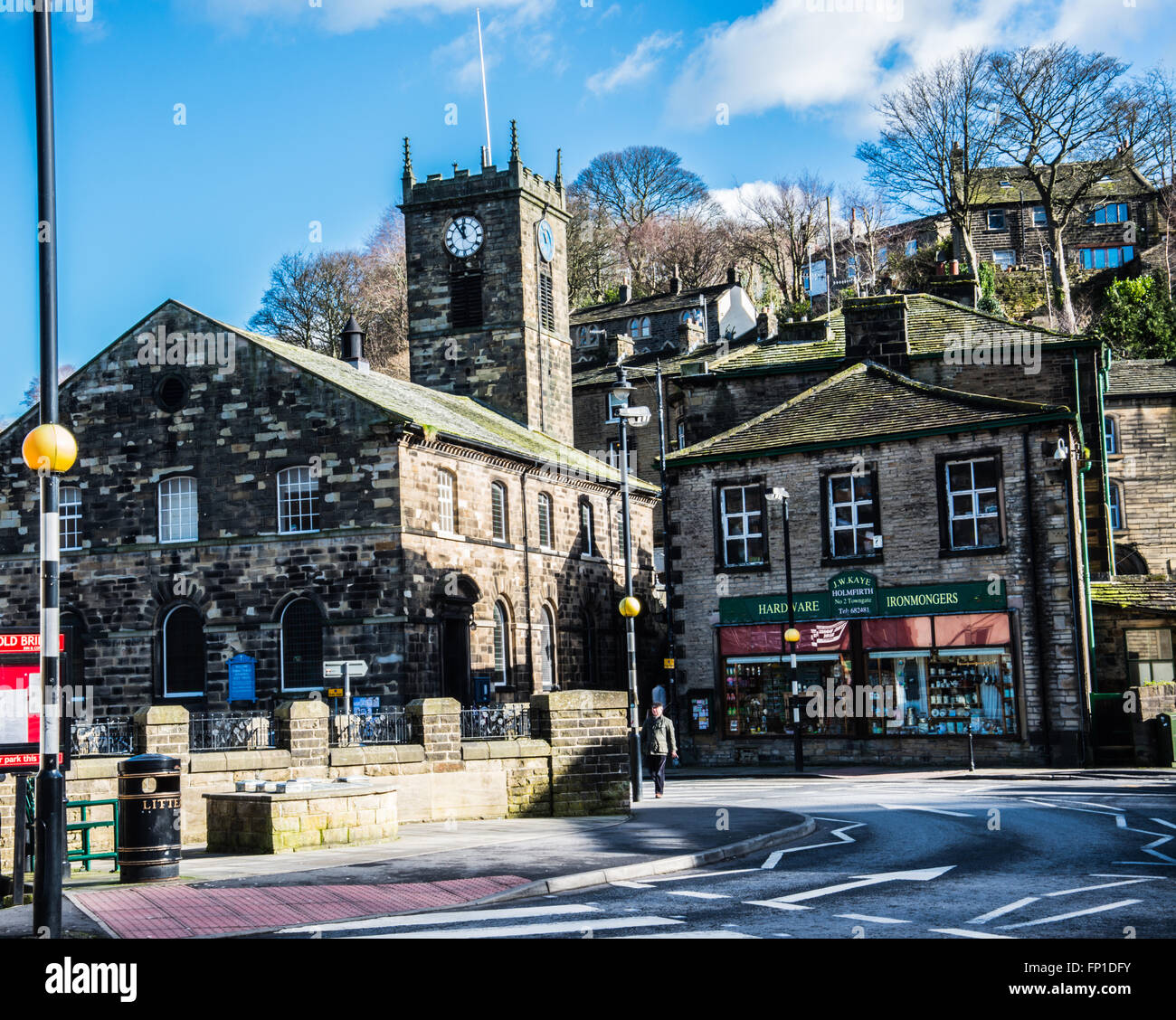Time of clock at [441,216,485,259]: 11:54
